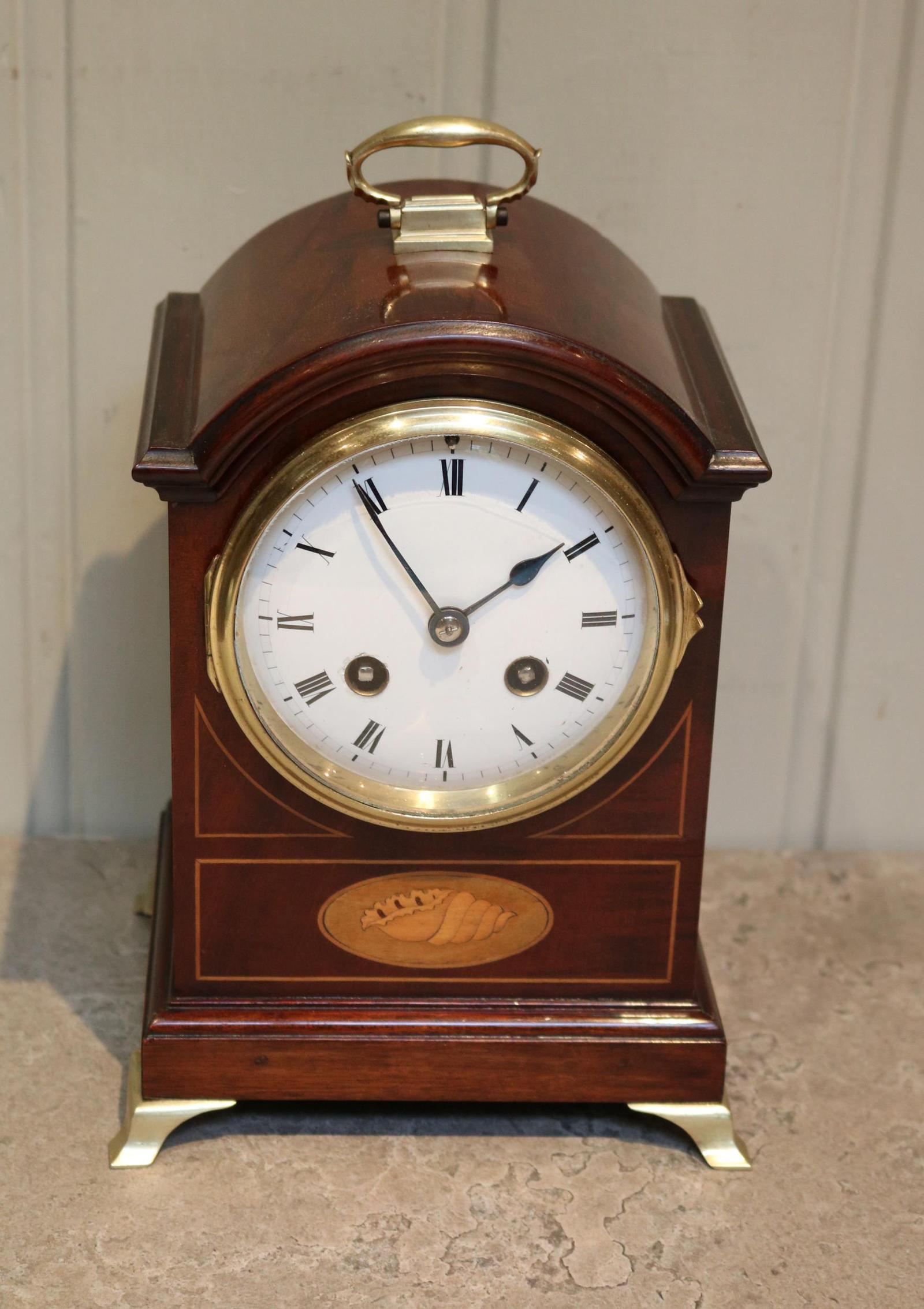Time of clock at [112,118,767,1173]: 1:54
